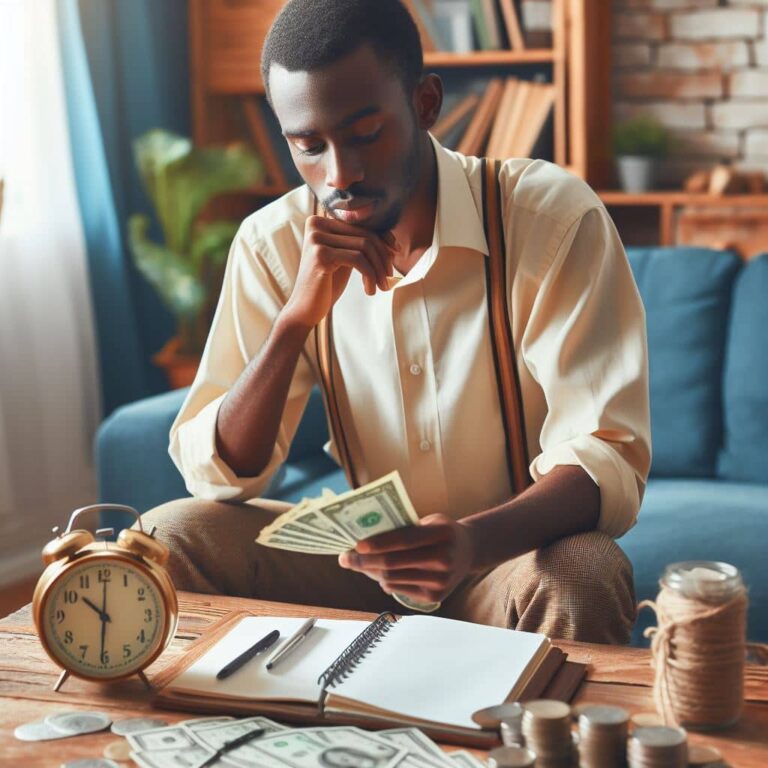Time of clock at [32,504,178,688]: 10:30
